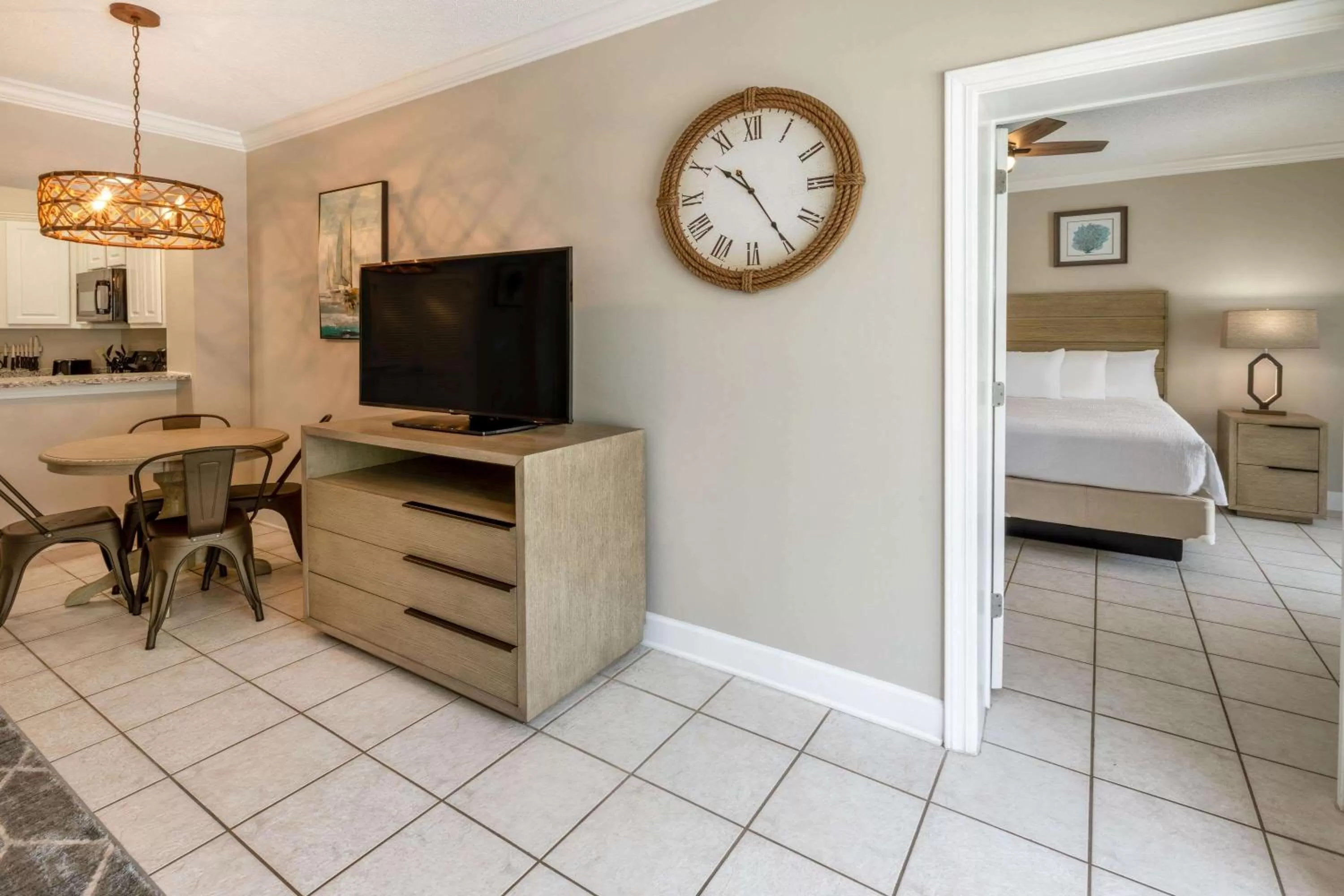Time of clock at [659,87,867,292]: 10:24
